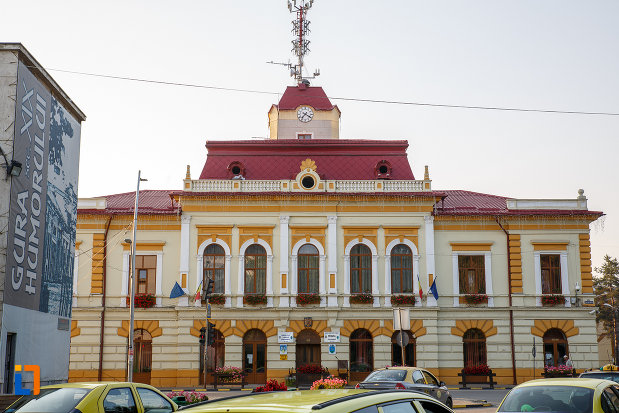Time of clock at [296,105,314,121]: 7:20
